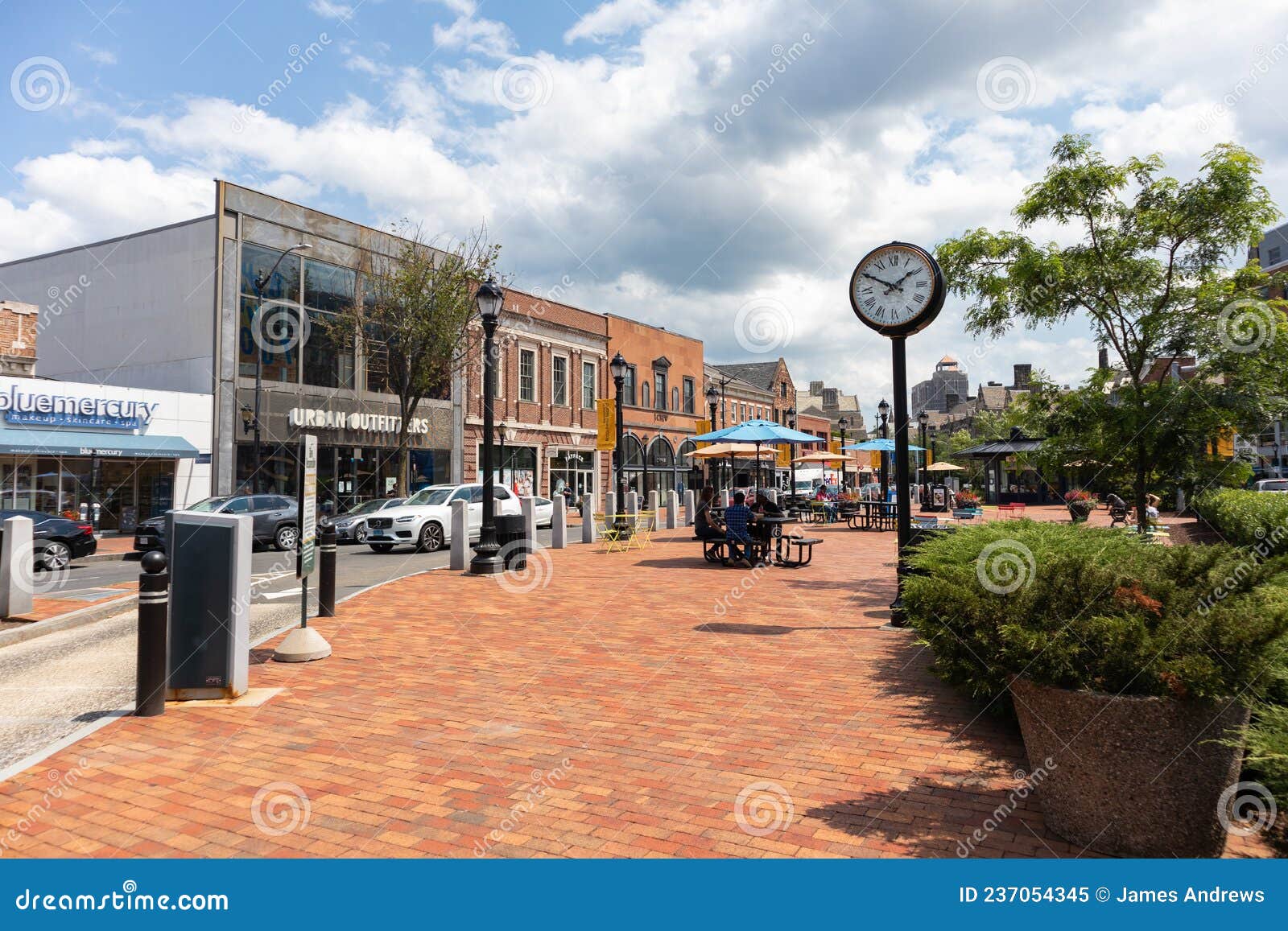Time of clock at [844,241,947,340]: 1:49
